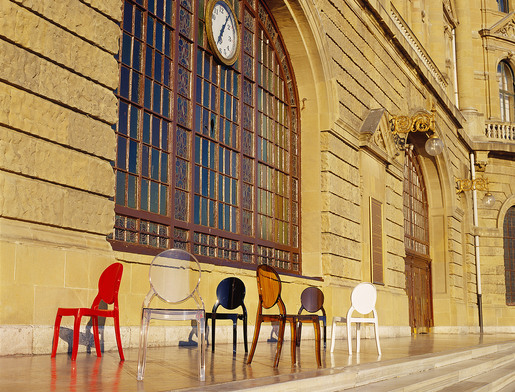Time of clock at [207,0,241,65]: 1:05
